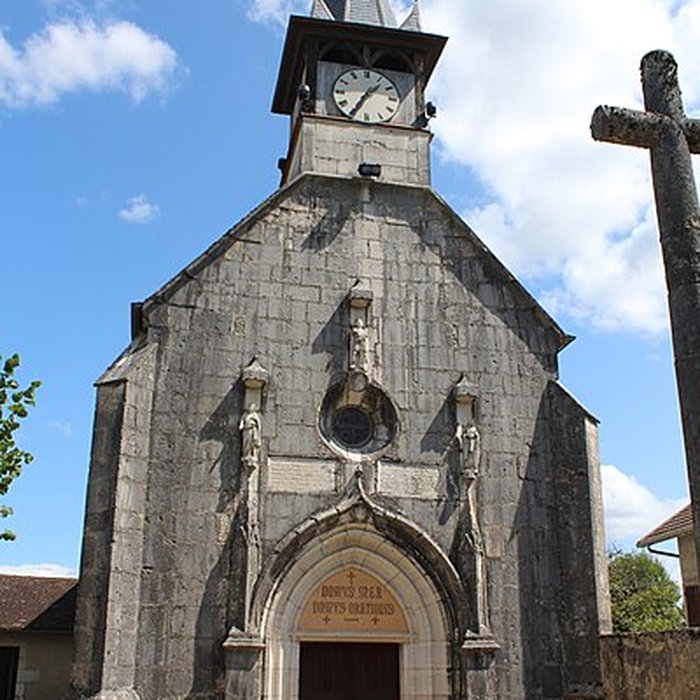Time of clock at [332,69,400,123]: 1:34
